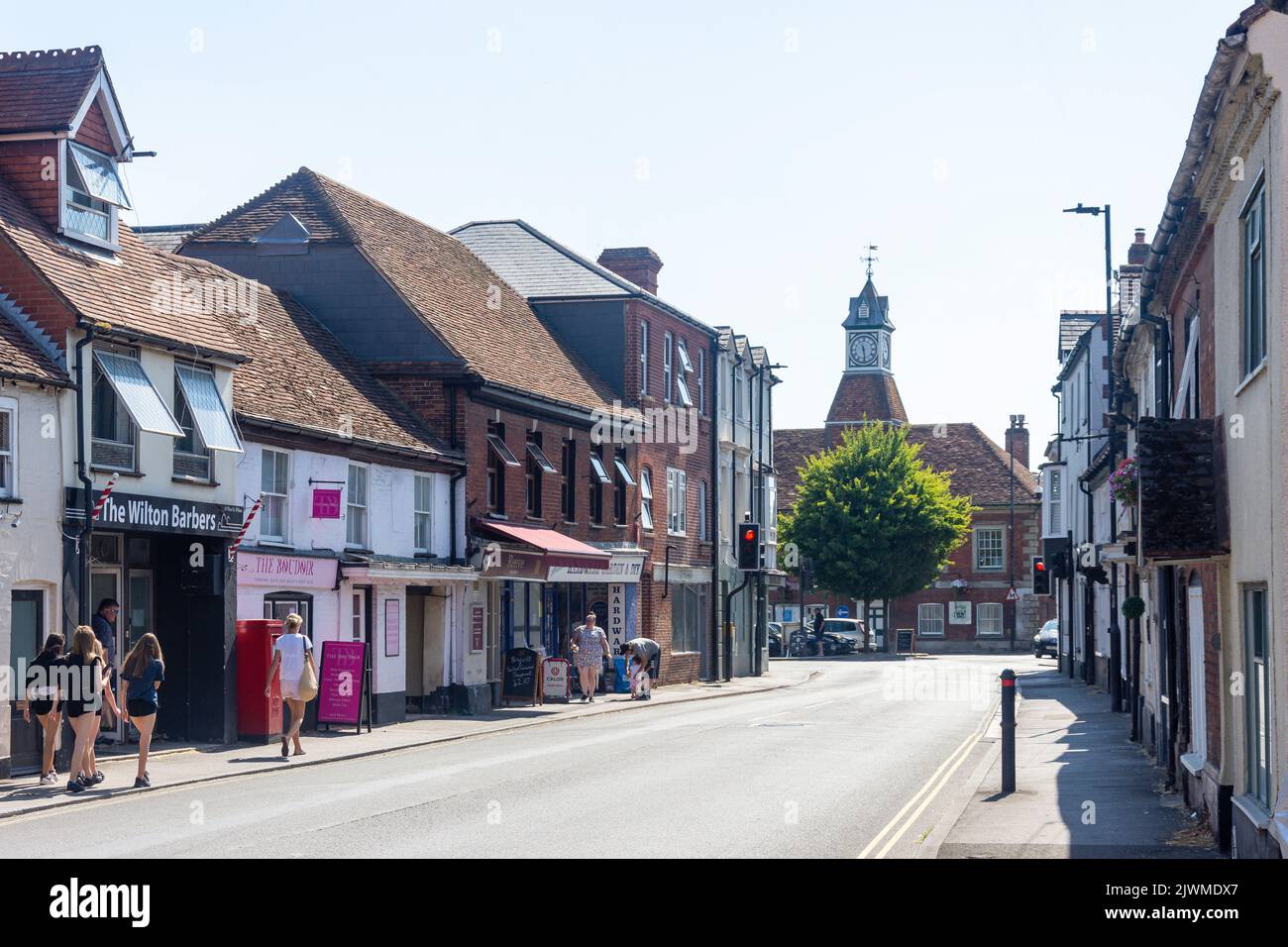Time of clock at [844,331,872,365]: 11:28
